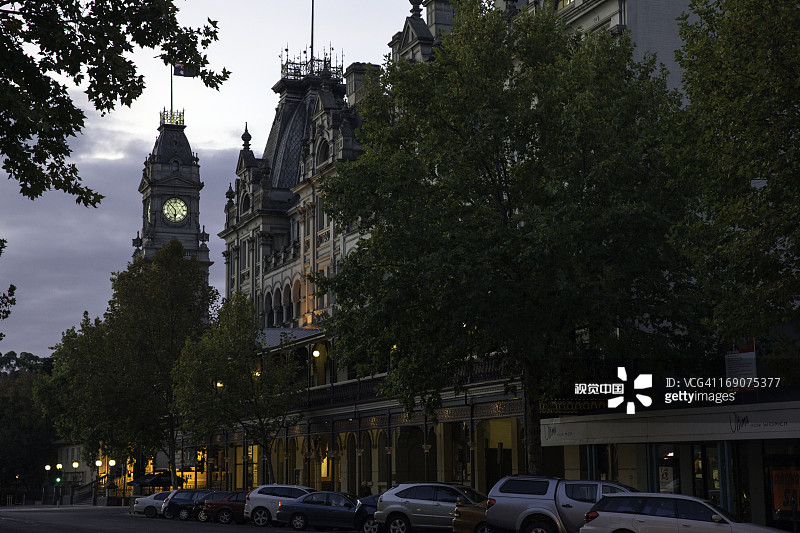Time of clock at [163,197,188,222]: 5:52
